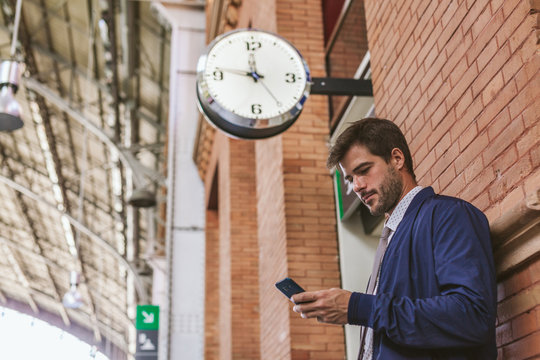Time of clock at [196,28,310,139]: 11:46
